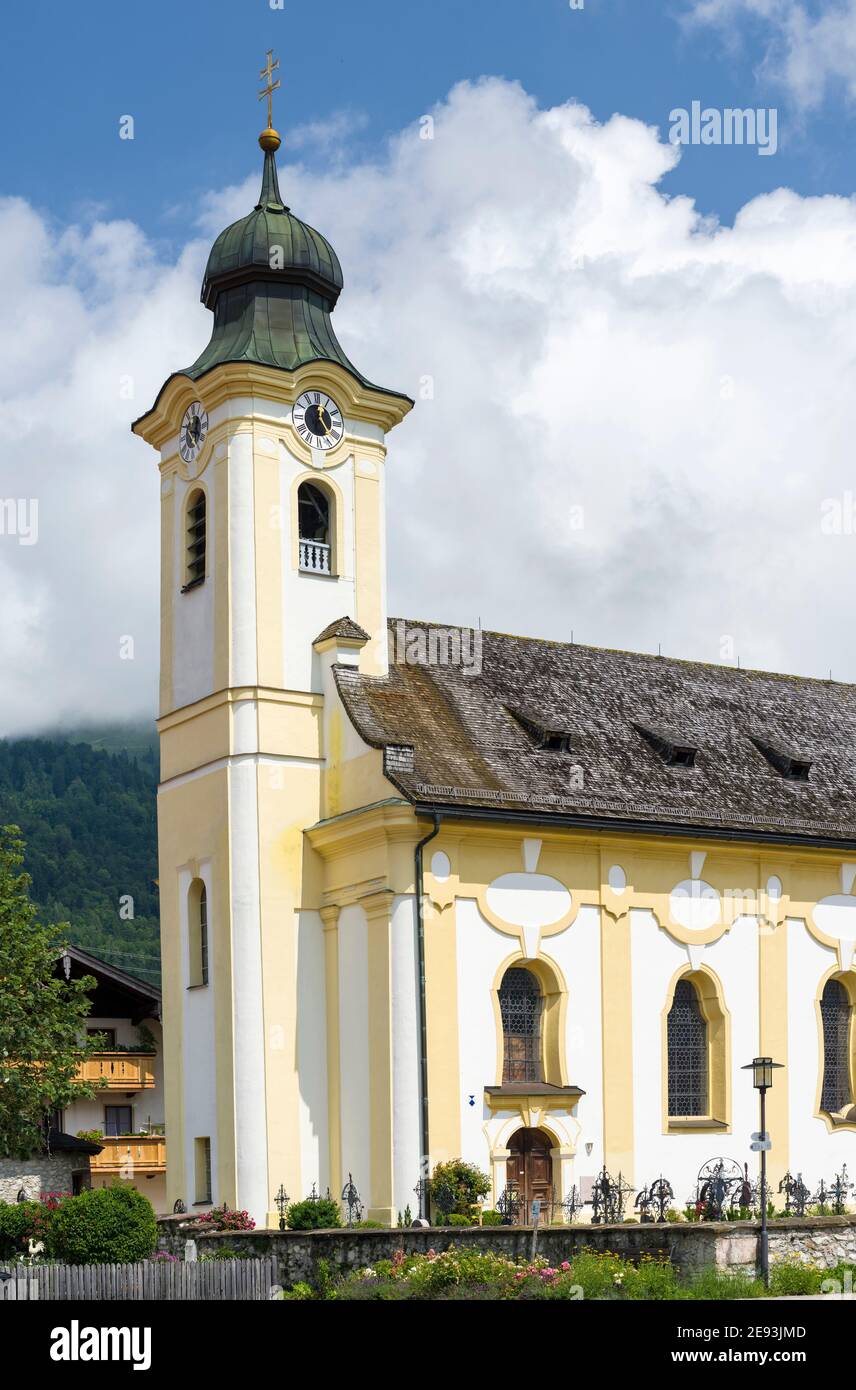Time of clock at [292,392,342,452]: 12:23
